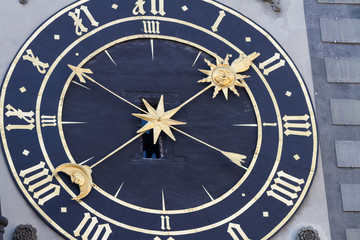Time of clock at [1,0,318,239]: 6:08
